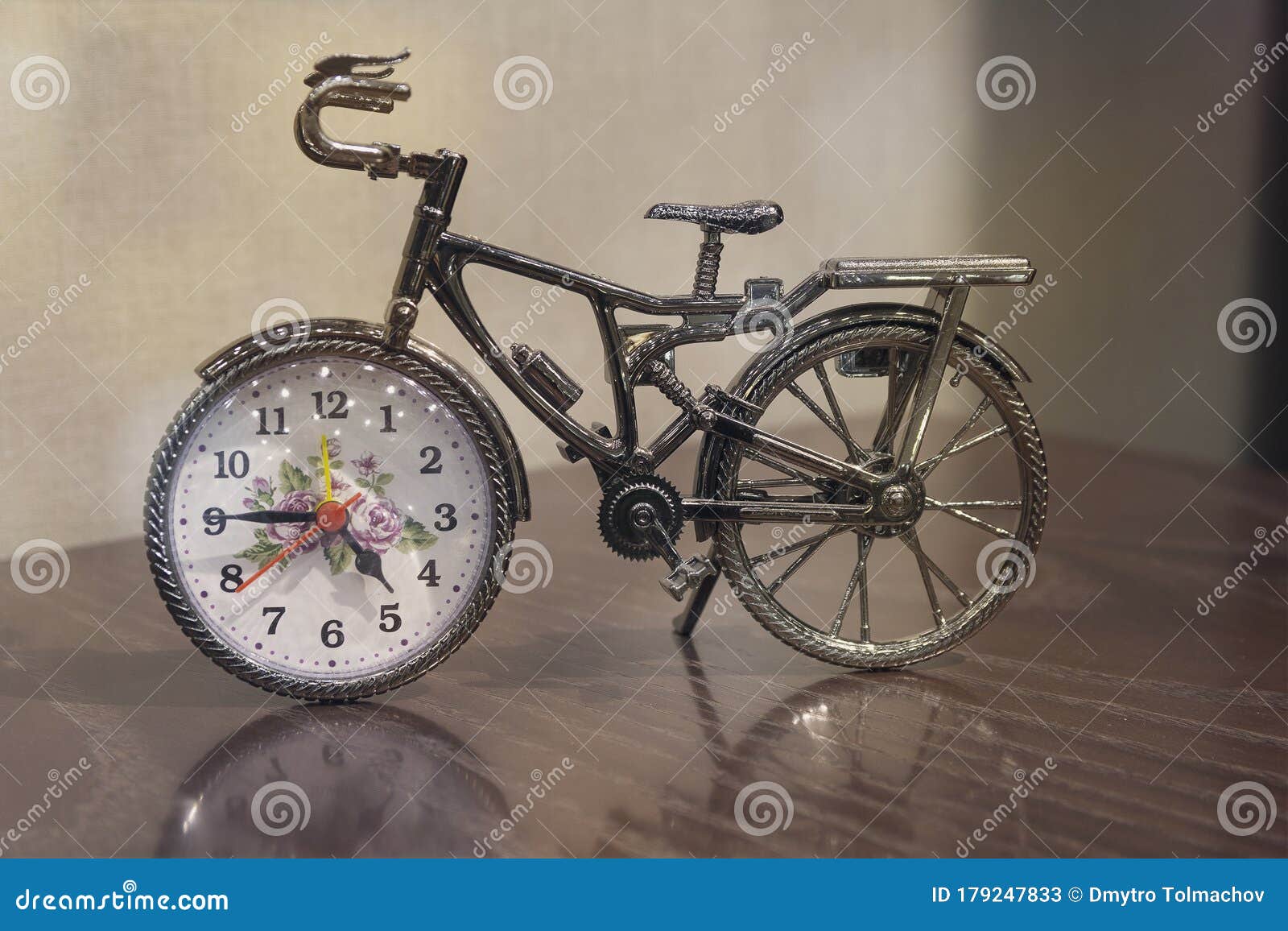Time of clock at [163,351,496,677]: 4:45
